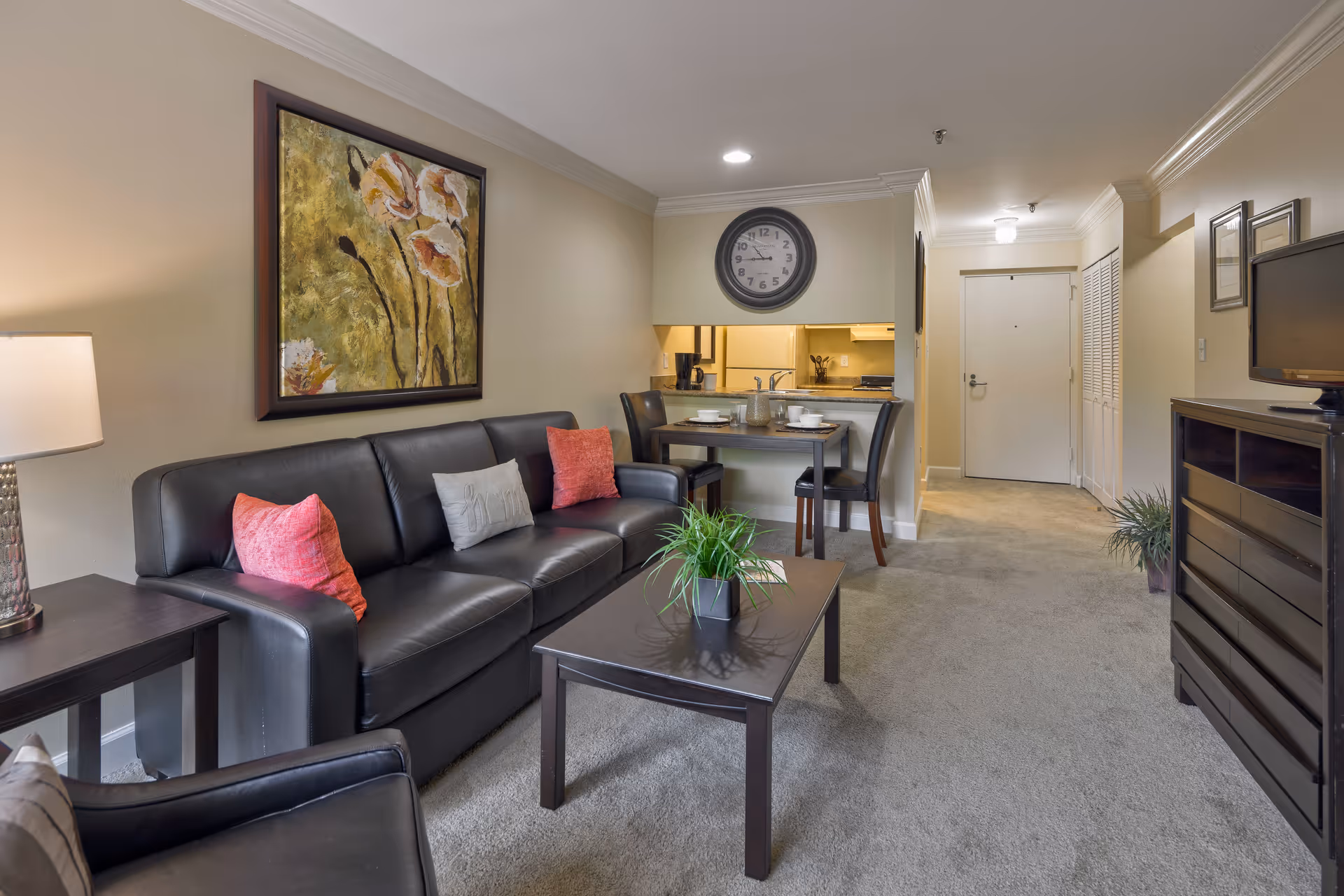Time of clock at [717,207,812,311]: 10:44
